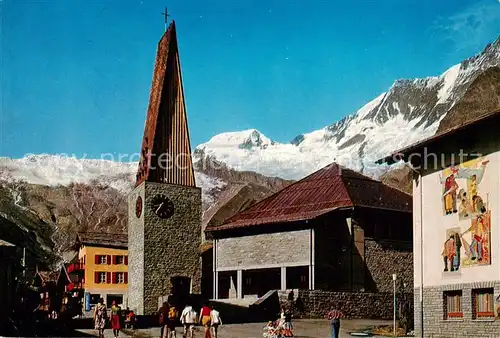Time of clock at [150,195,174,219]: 8:36
